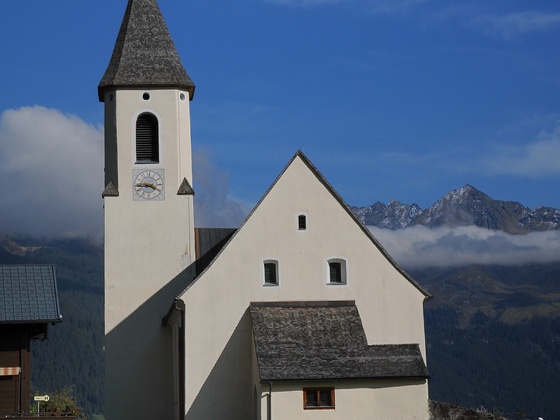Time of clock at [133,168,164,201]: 3:44
